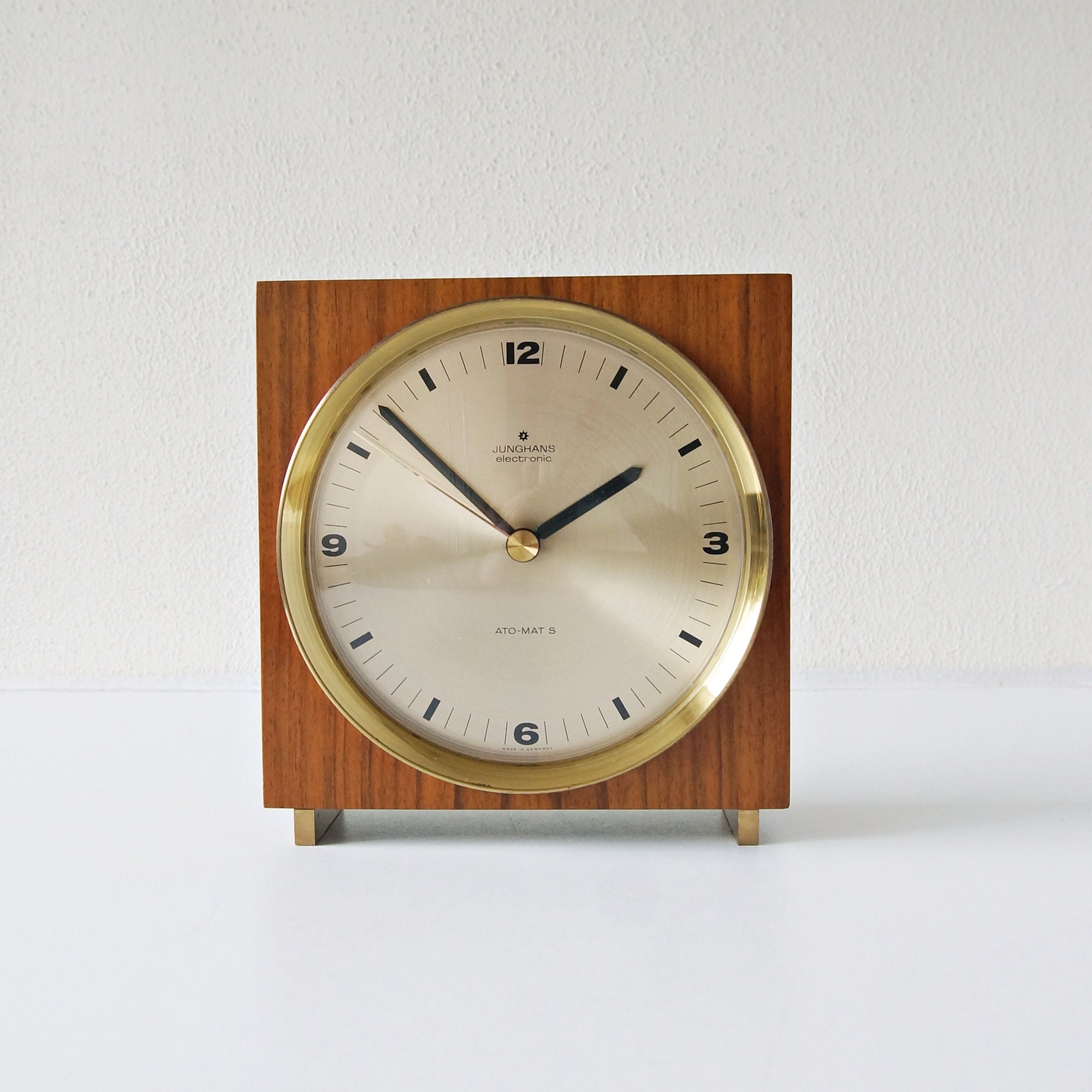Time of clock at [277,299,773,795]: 1:52
